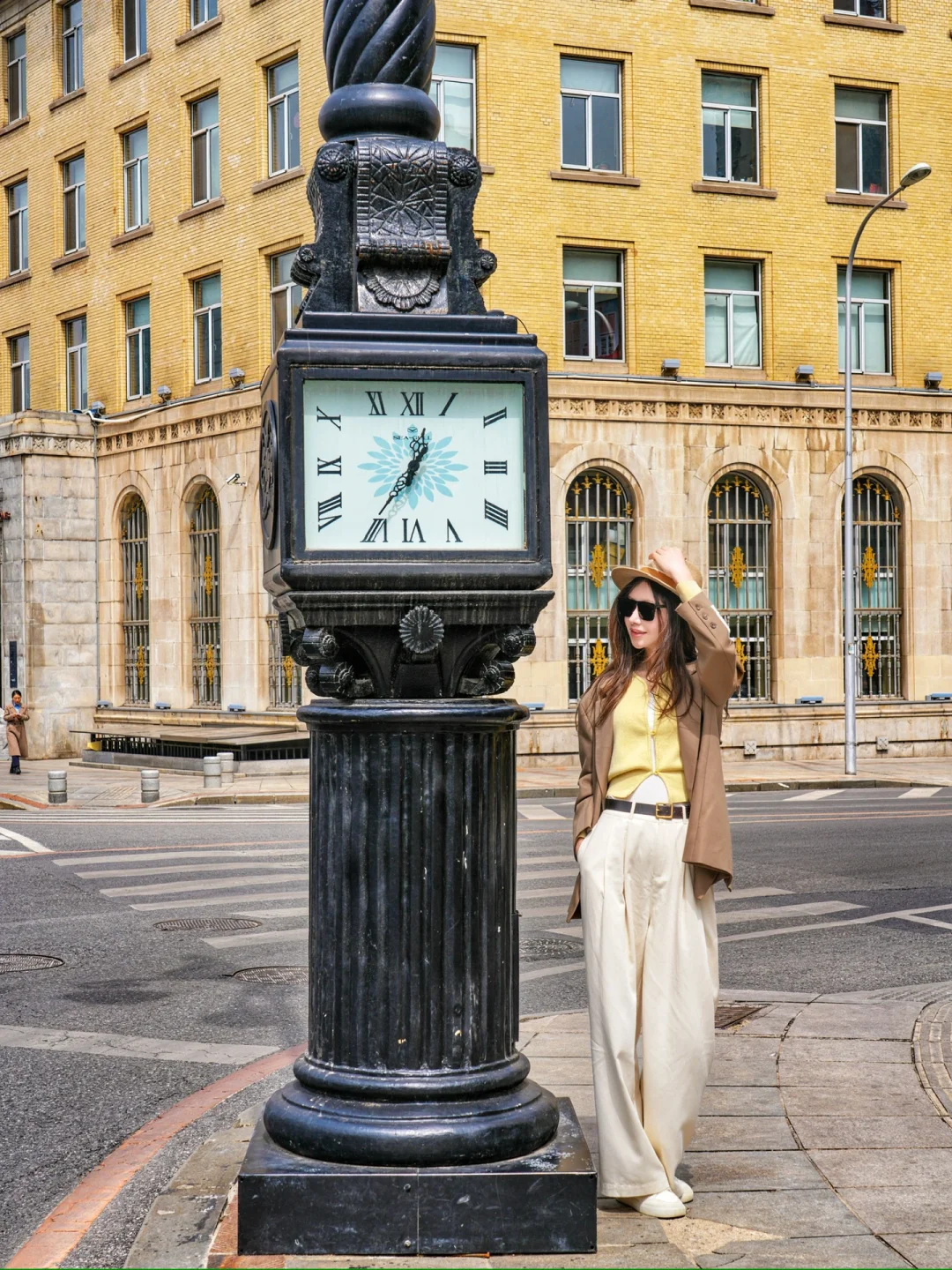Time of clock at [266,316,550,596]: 12:35
